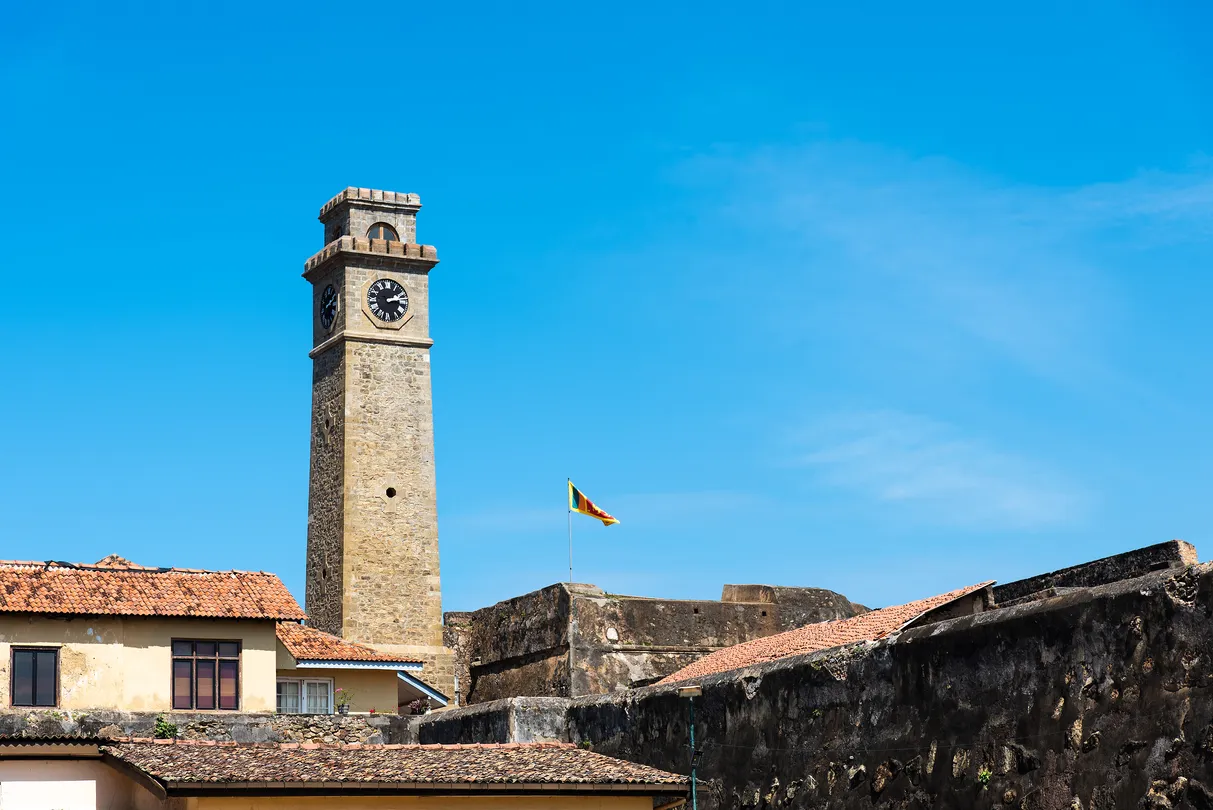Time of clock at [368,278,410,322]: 2:14
